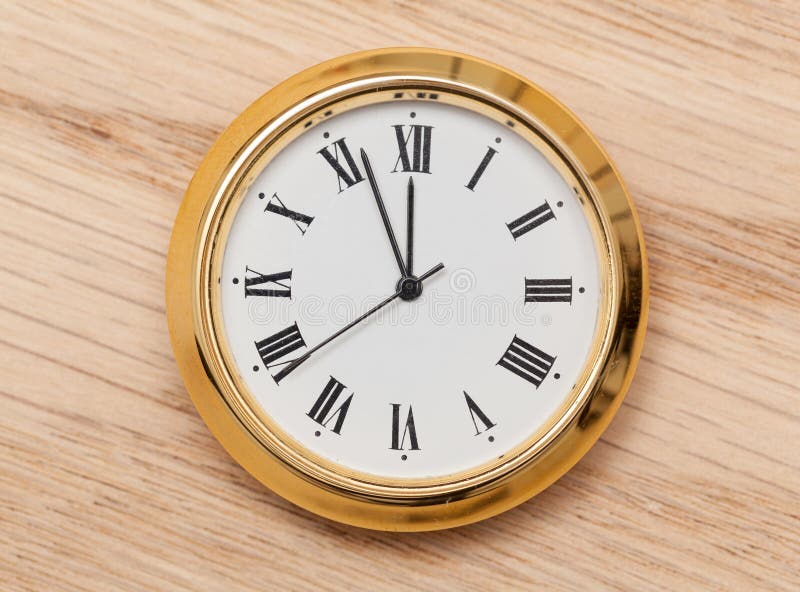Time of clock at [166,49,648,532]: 11:56
